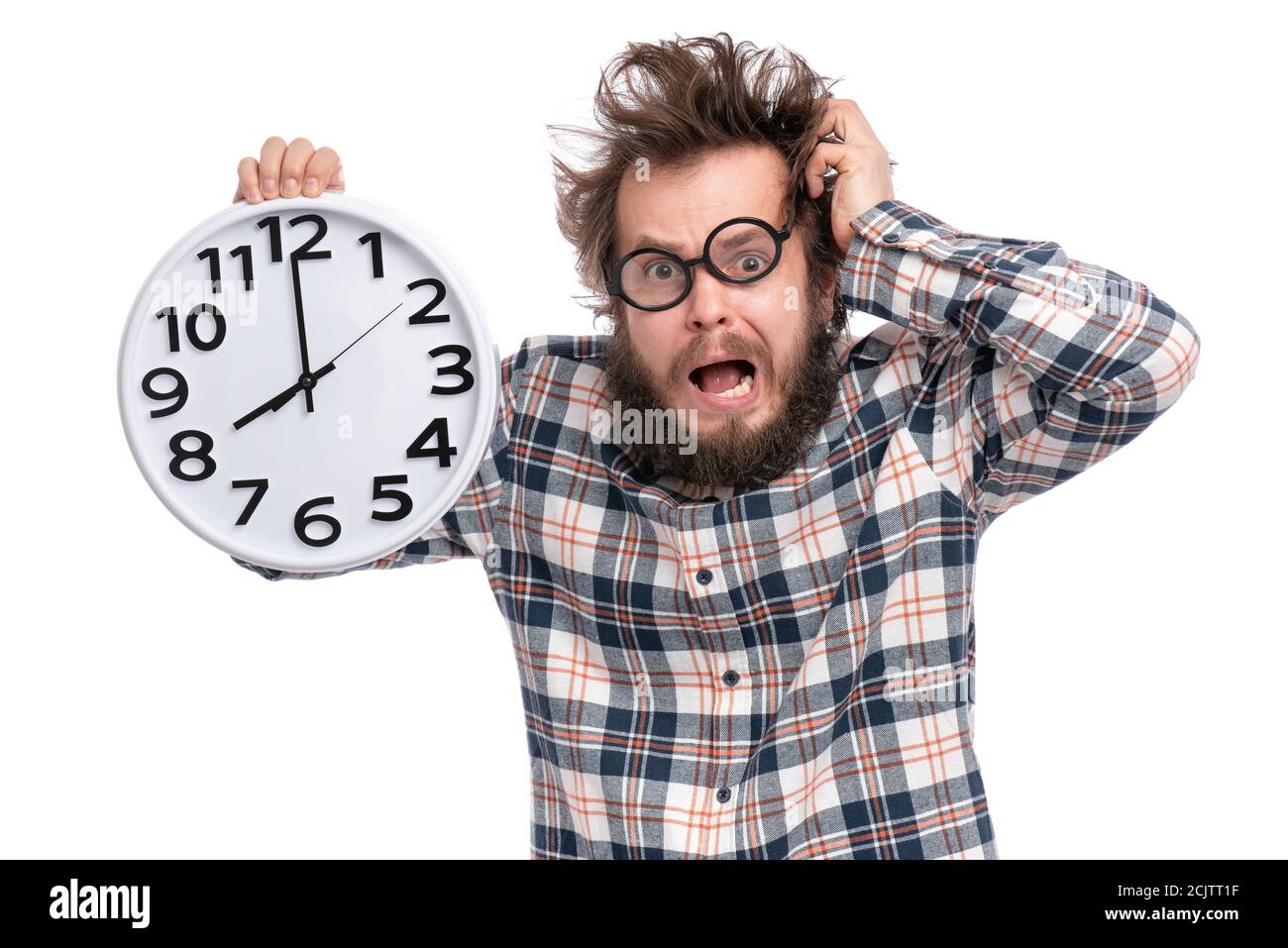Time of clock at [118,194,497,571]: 7:59
